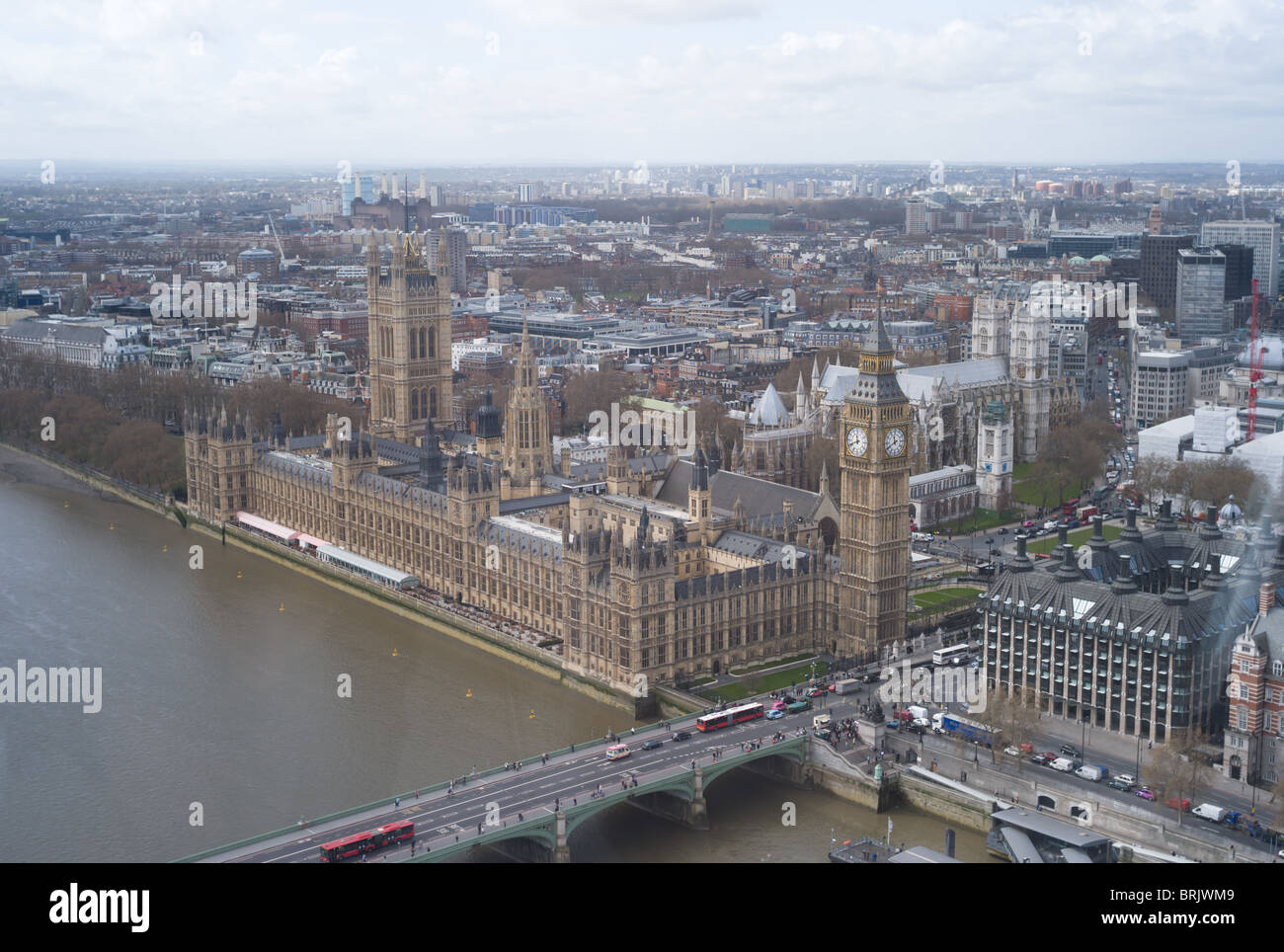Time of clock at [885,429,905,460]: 11:40
